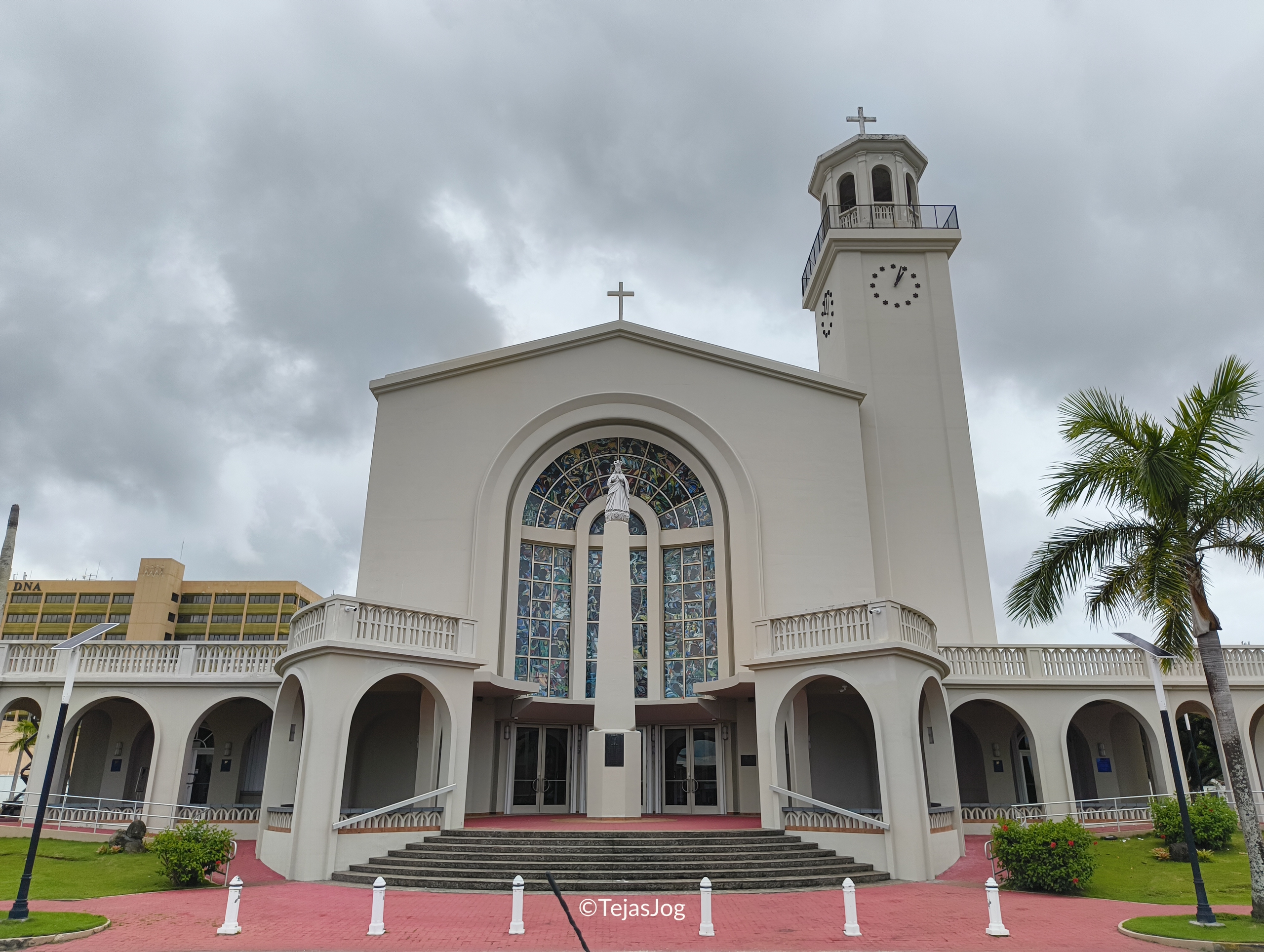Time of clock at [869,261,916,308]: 1:03
